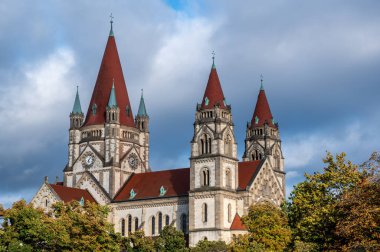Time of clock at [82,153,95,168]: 6:06
